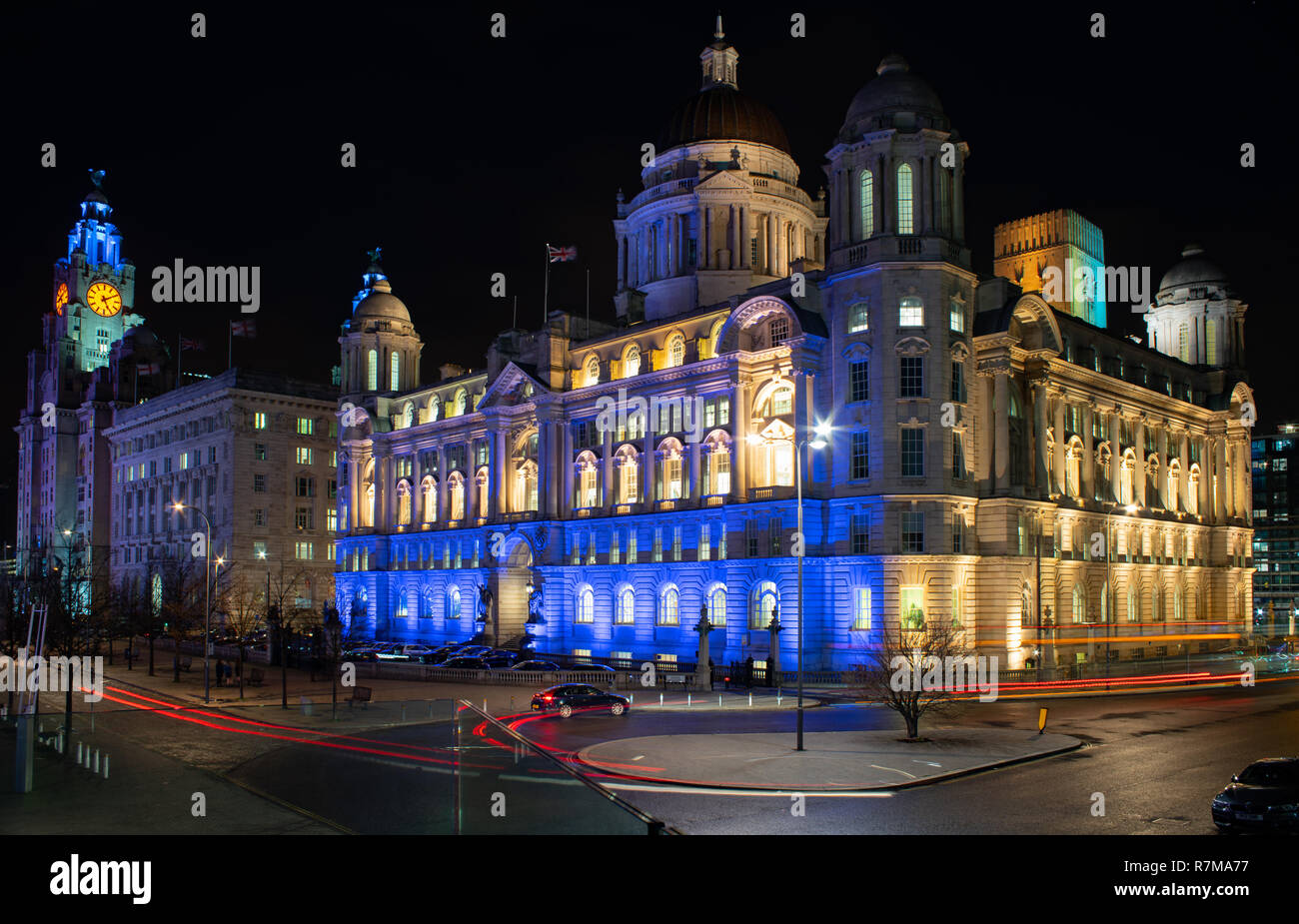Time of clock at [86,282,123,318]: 5:09
